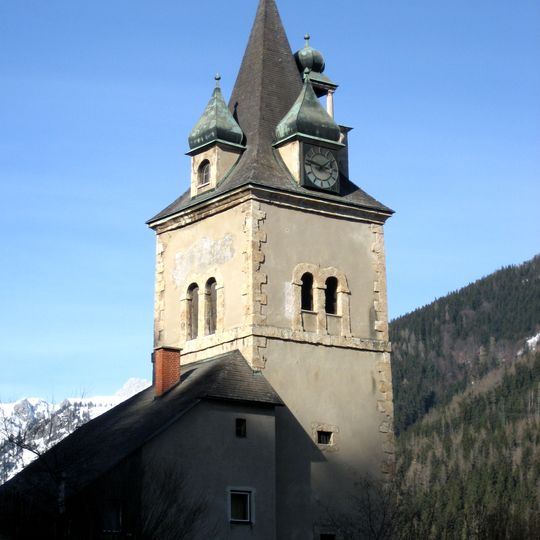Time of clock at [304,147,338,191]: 1:46
